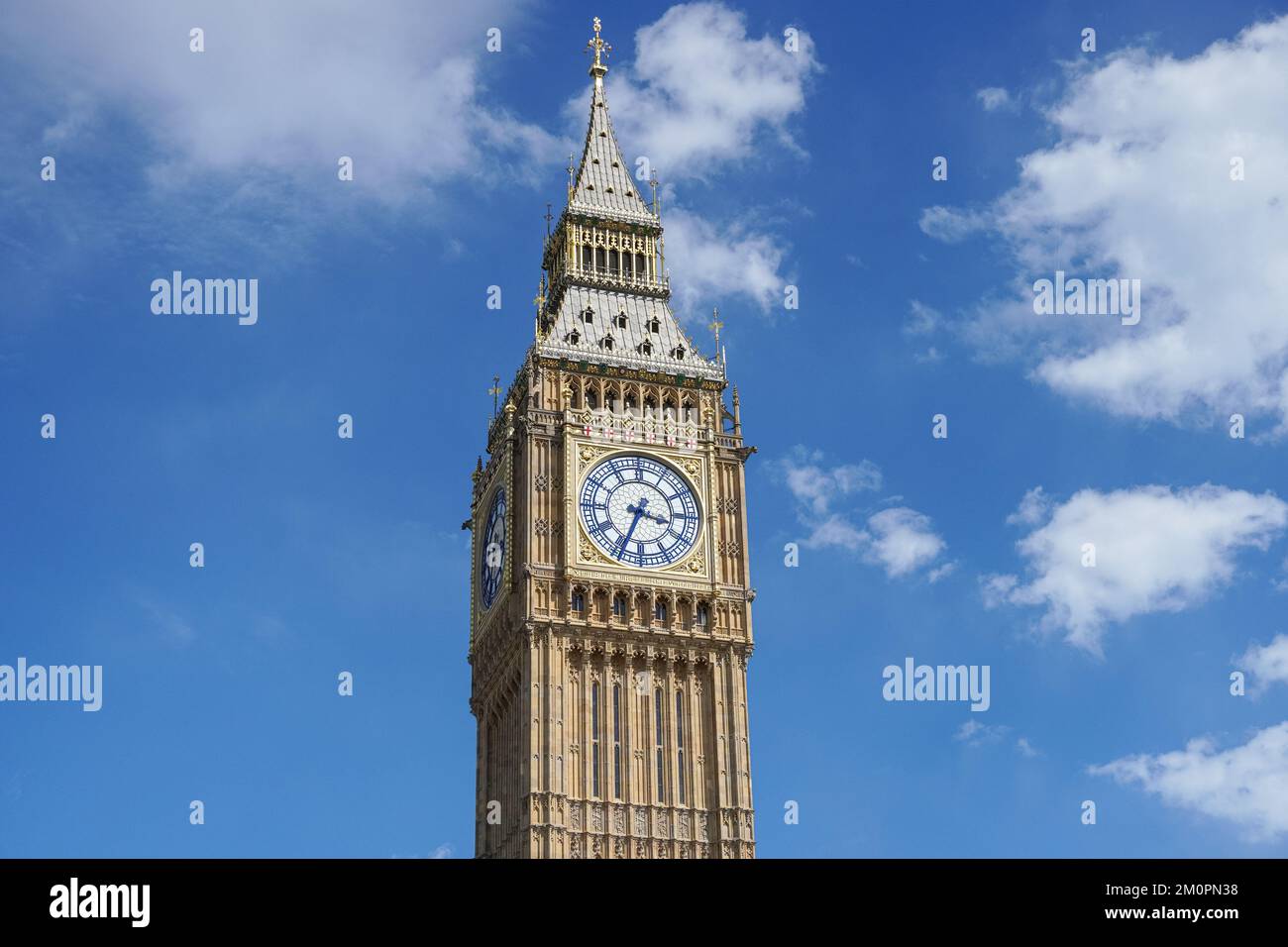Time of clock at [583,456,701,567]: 3:33
